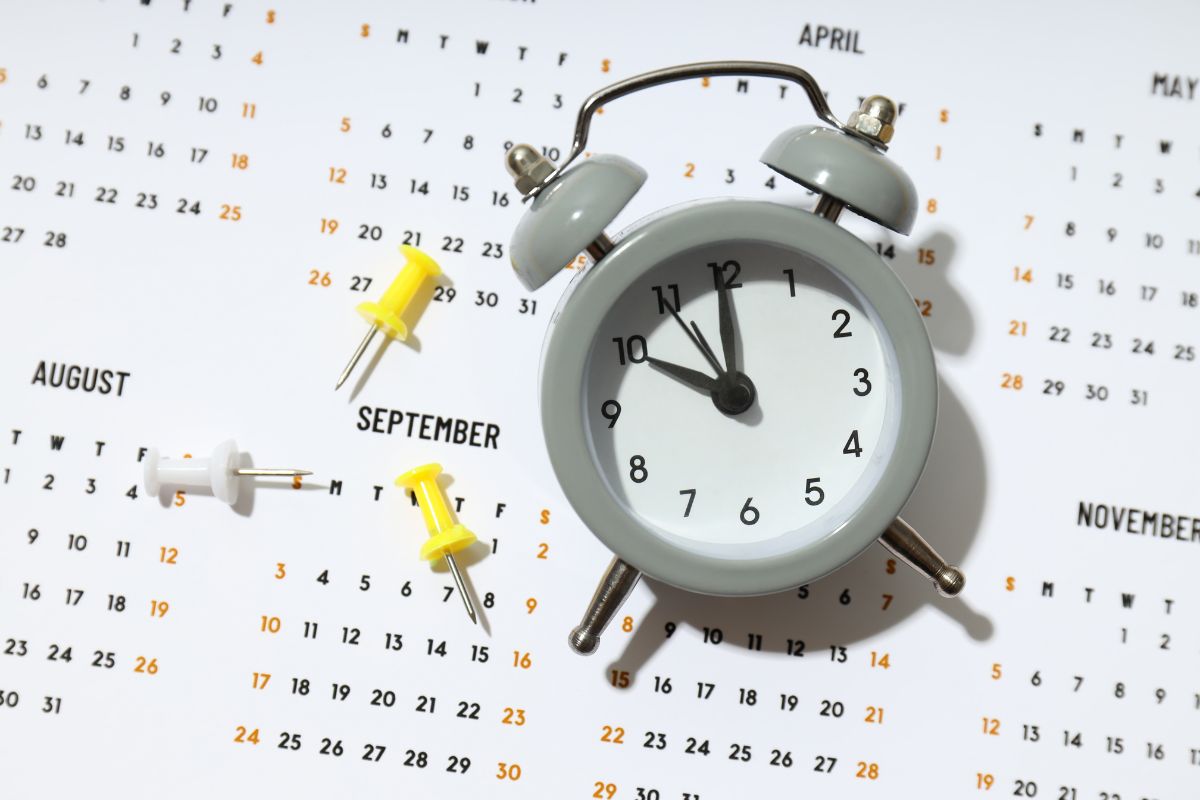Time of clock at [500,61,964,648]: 10:00
